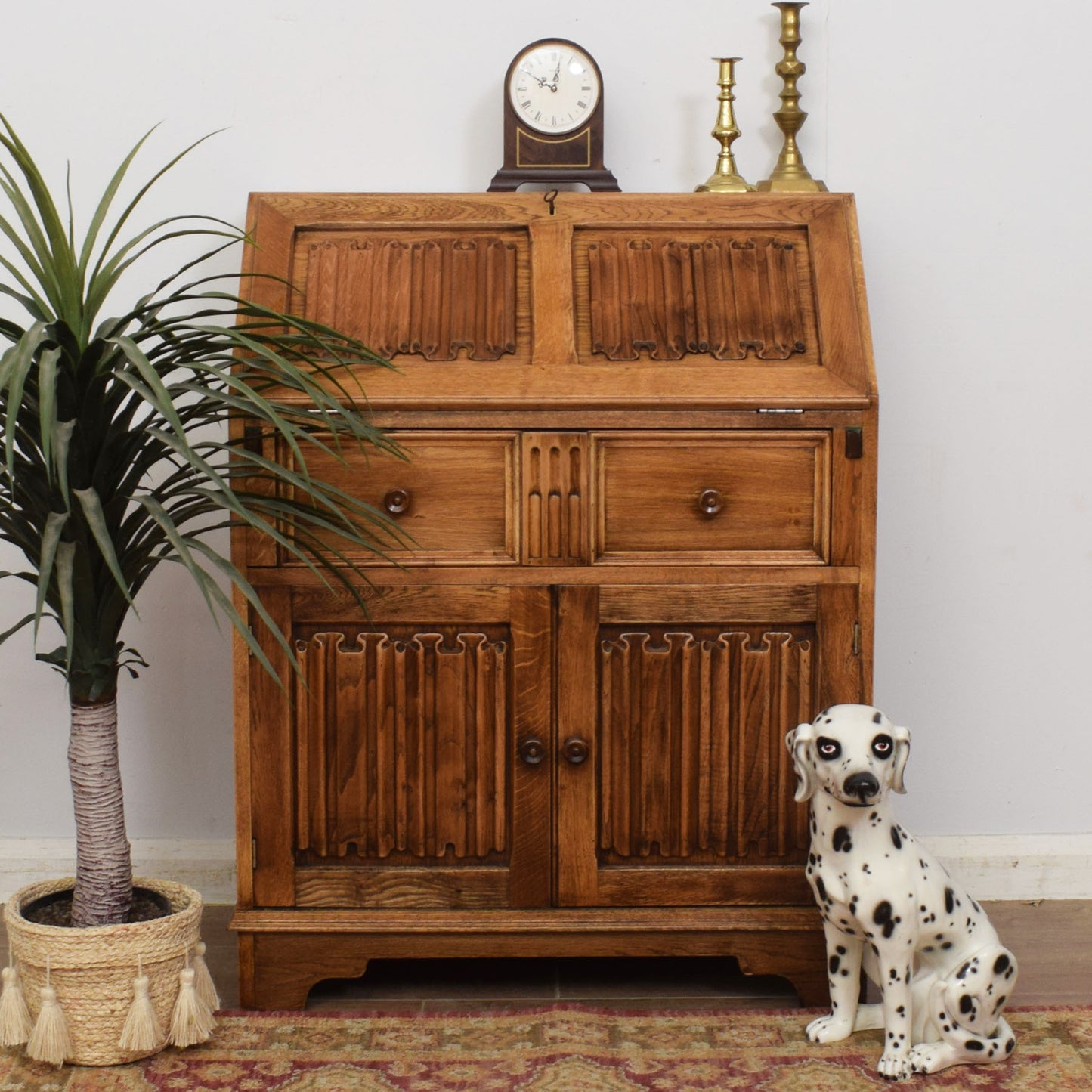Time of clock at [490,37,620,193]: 10:02
